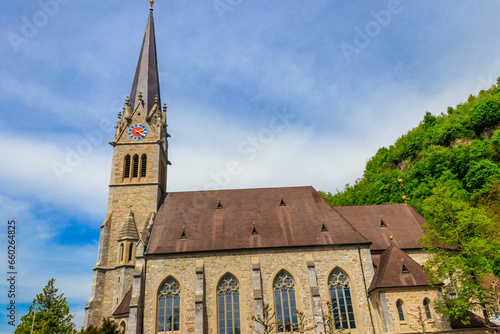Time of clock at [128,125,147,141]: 2:21
